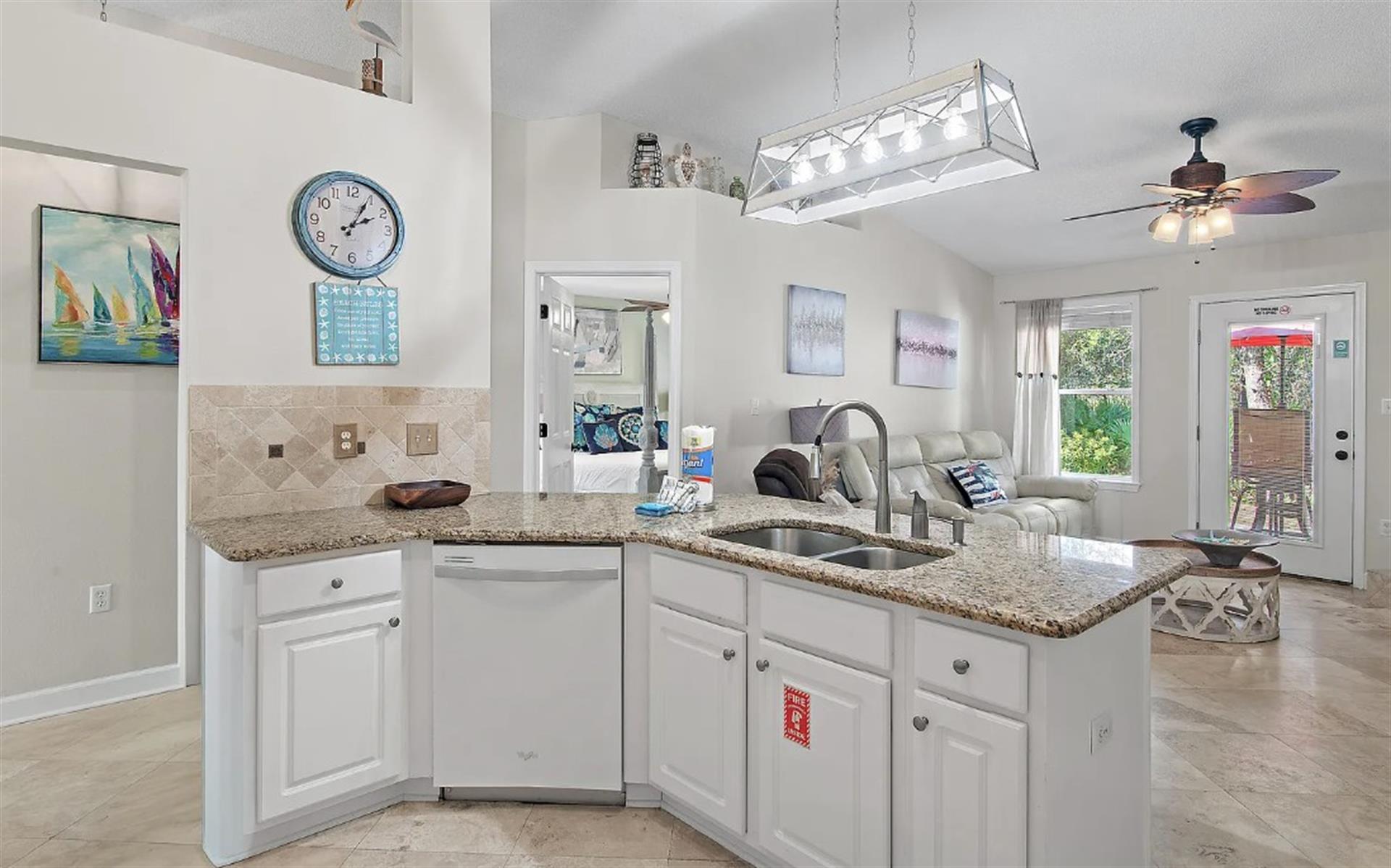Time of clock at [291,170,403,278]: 2:04
